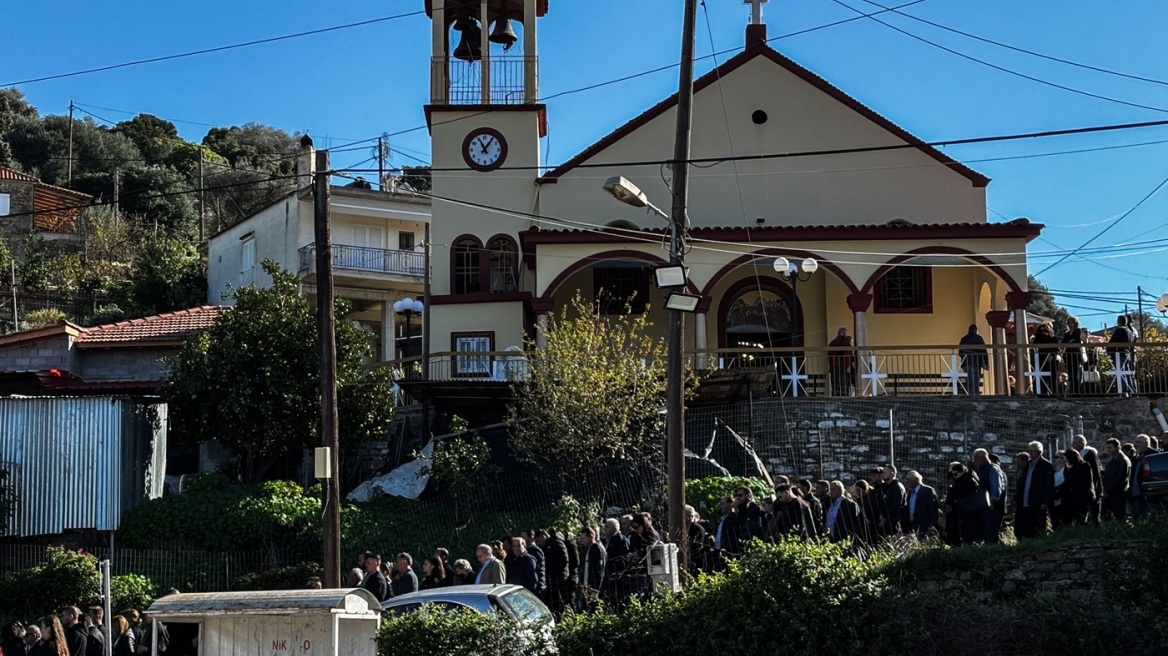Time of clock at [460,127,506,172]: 11:06
